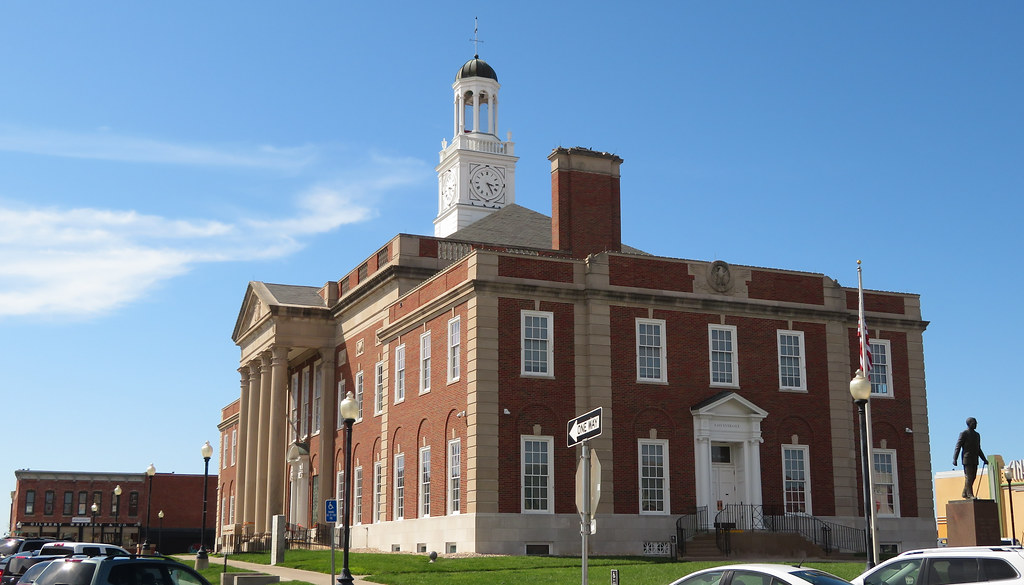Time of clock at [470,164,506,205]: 3:24
